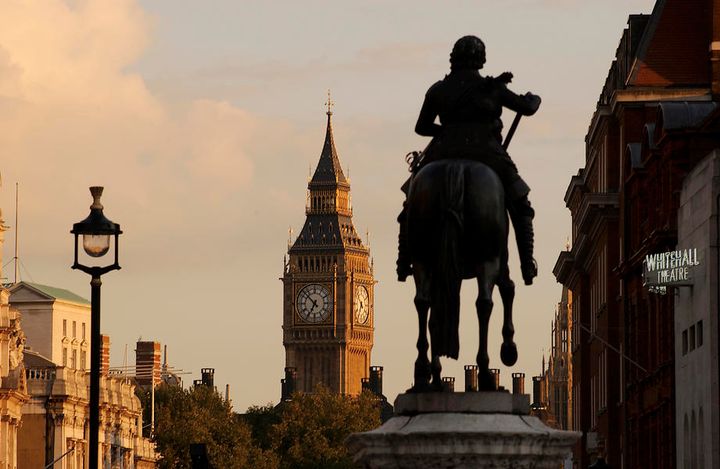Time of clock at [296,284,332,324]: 6:52
